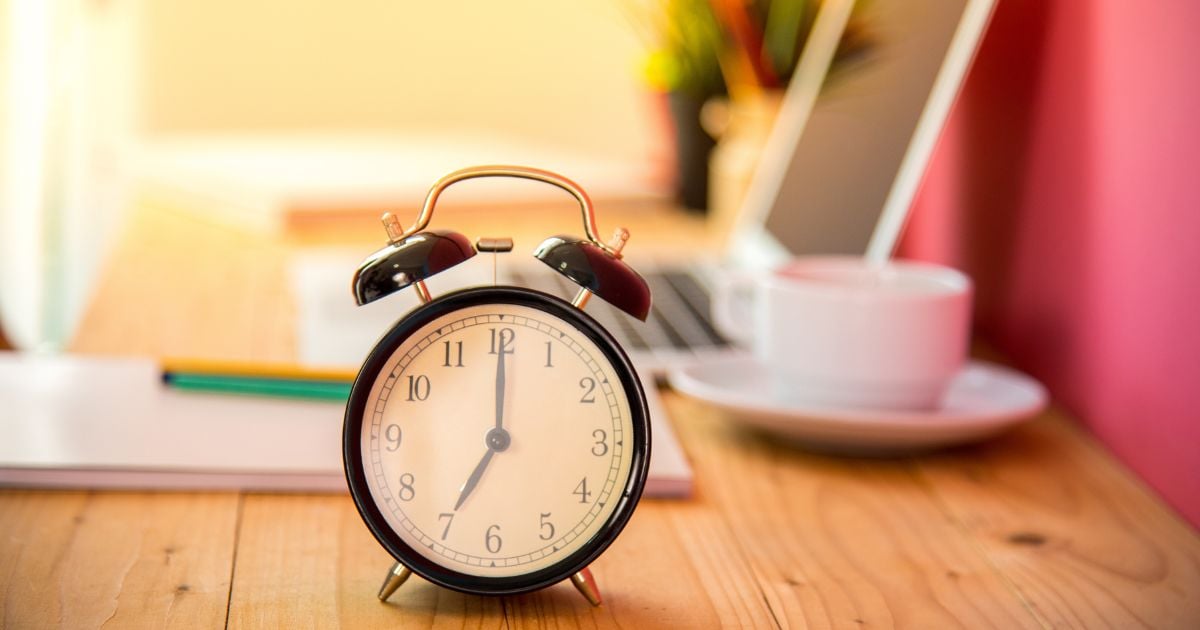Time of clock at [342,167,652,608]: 7:00
